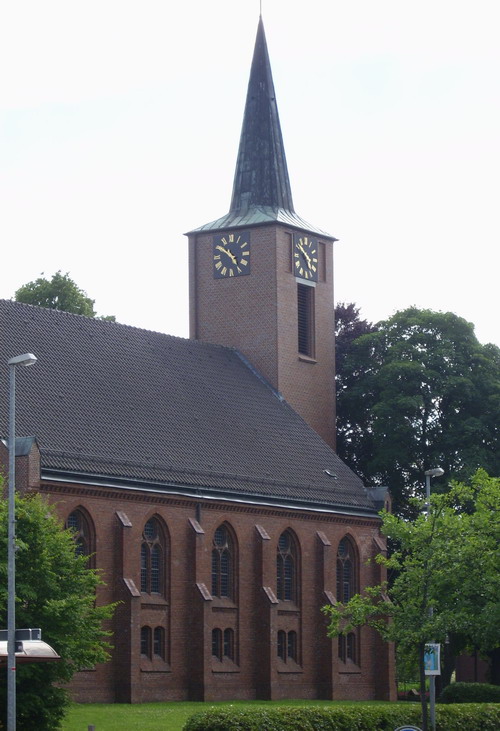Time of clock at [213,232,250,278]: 4:50
